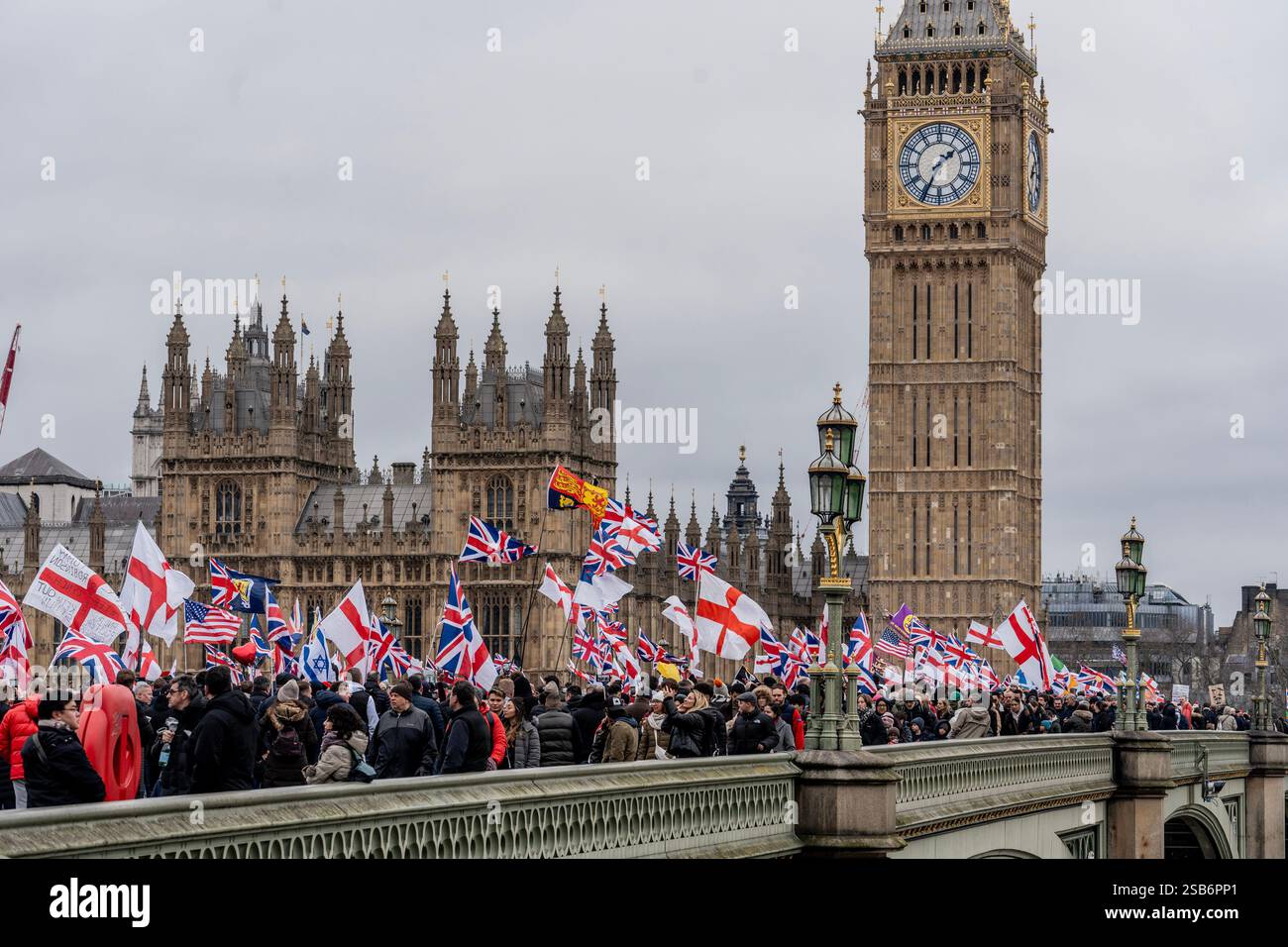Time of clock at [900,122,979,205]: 1:34
